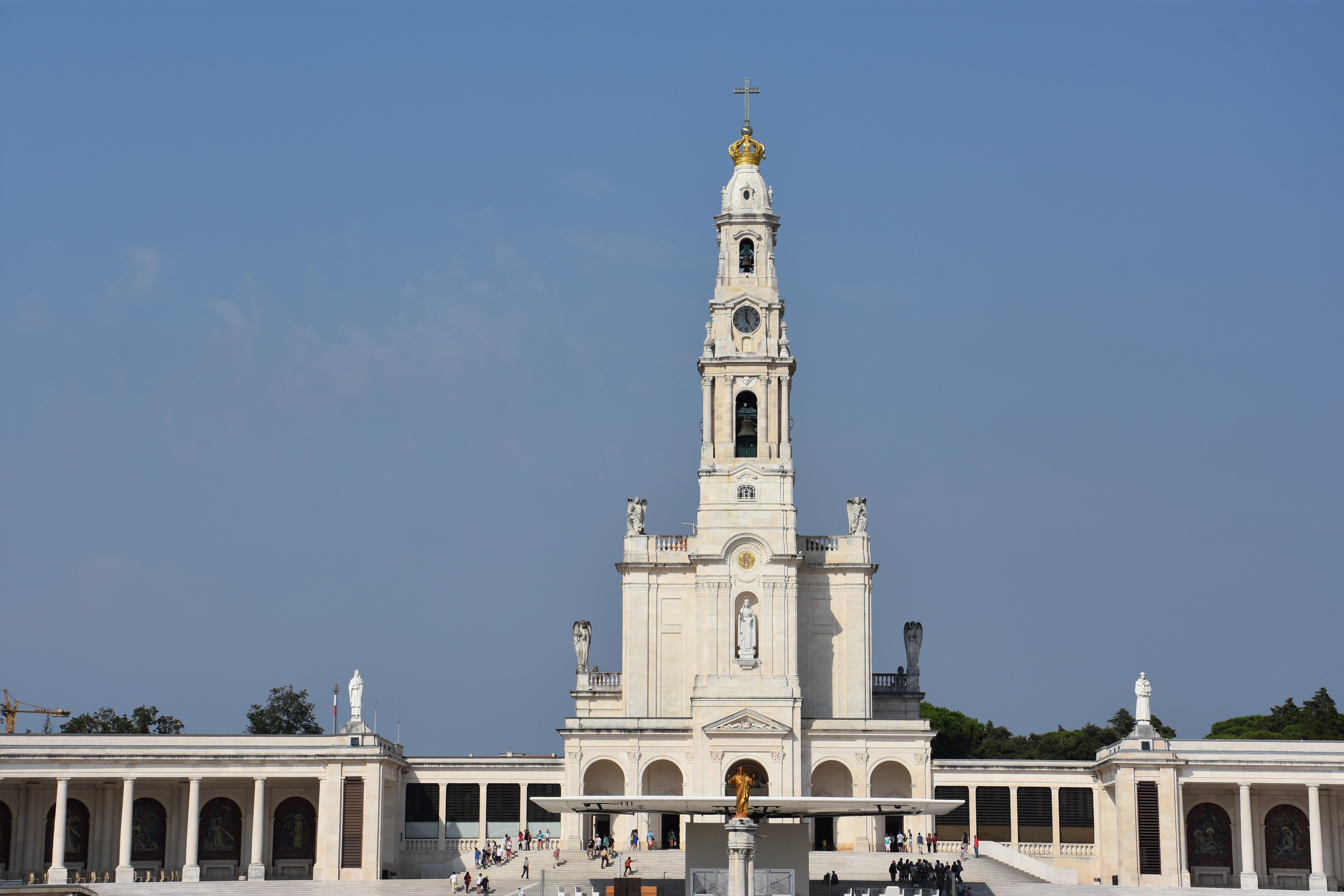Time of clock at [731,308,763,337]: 4:59
